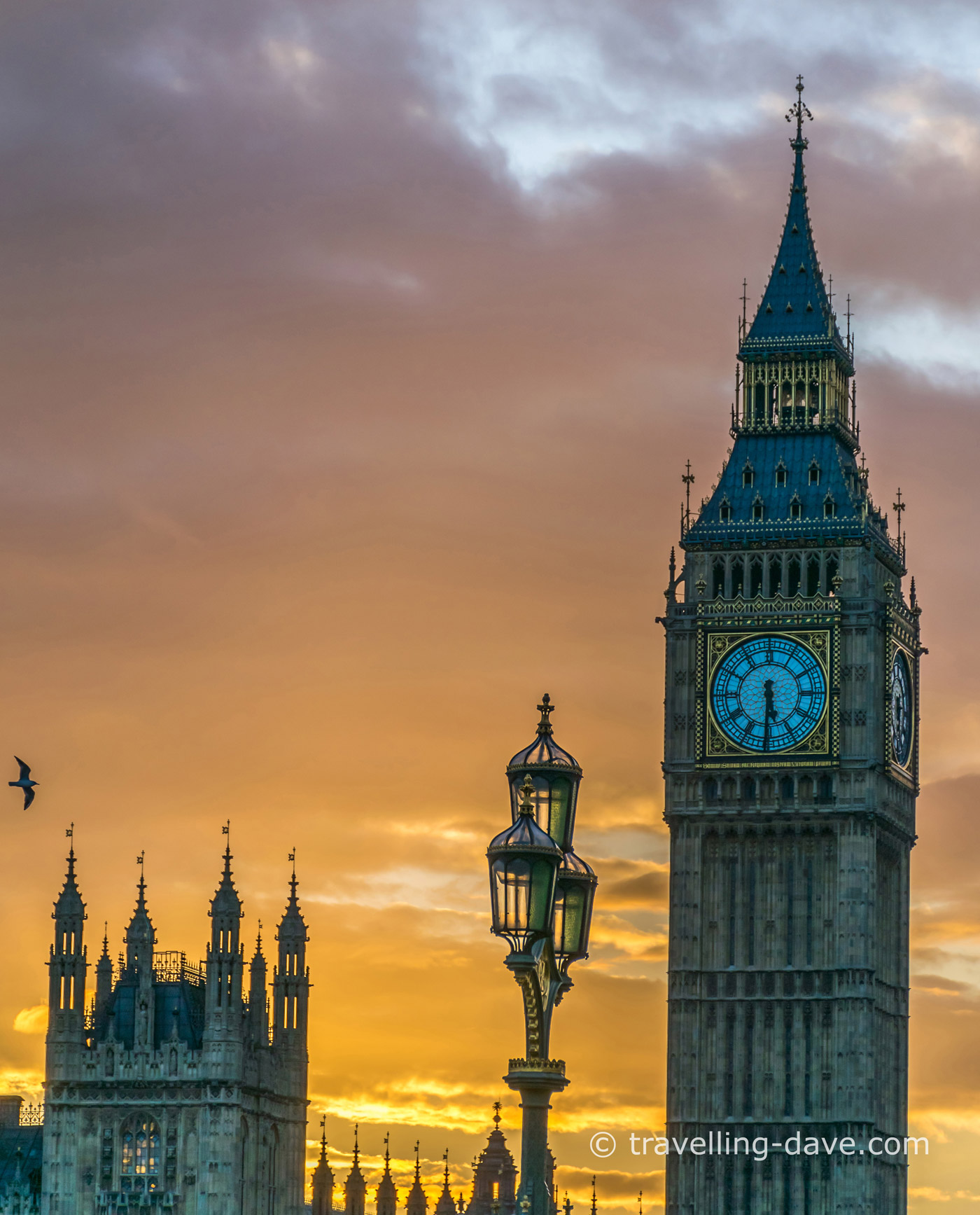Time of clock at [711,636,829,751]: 5:30
